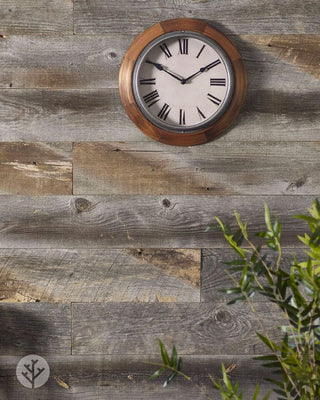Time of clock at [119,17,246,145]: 1:50
